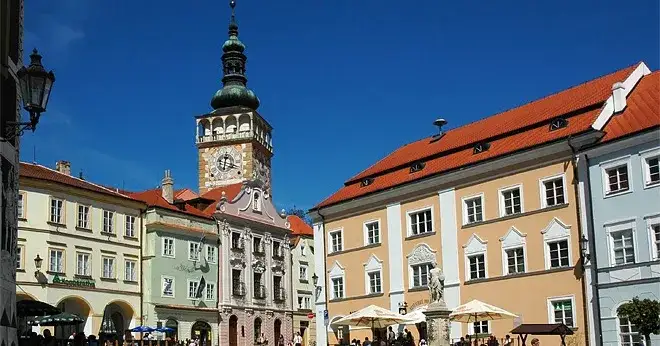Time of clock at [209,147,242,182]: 12:17
